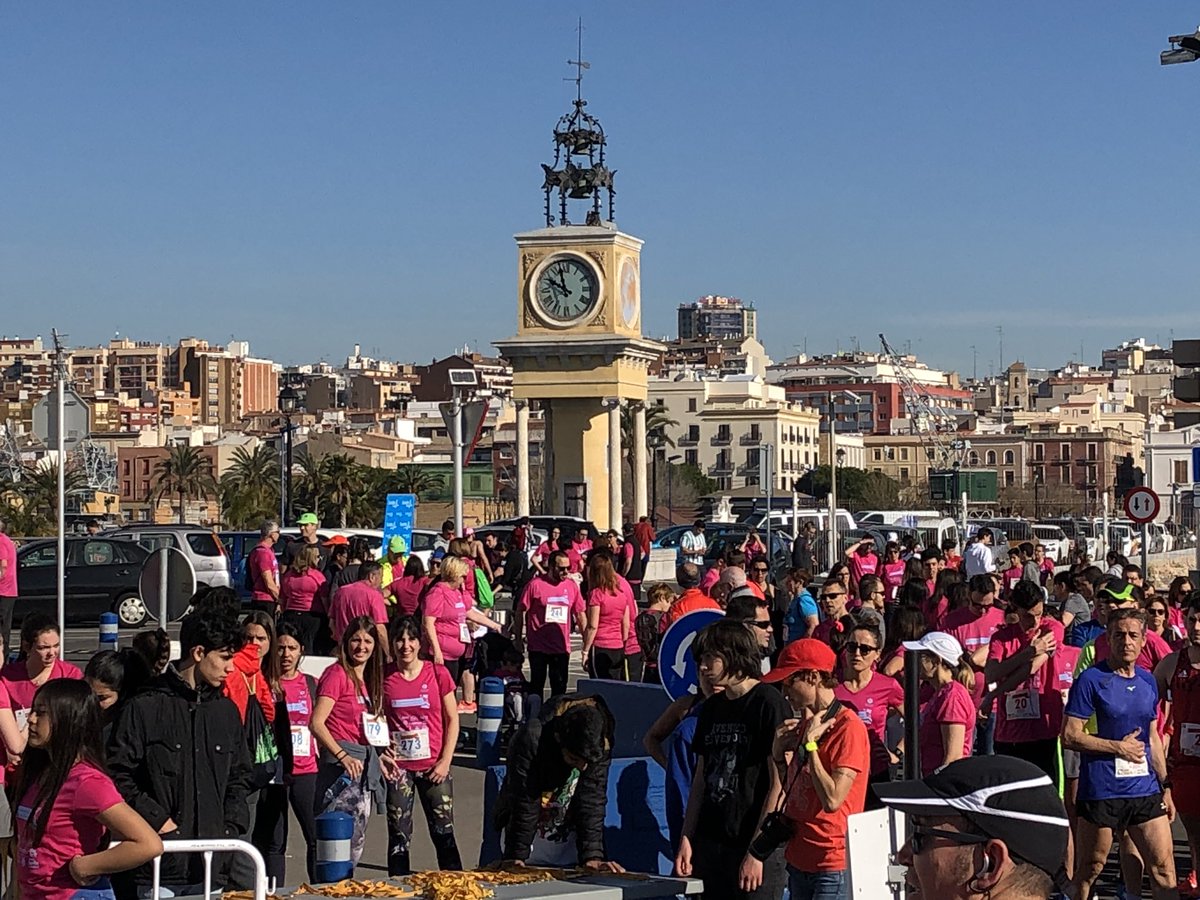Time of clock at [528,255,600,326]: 9:57
